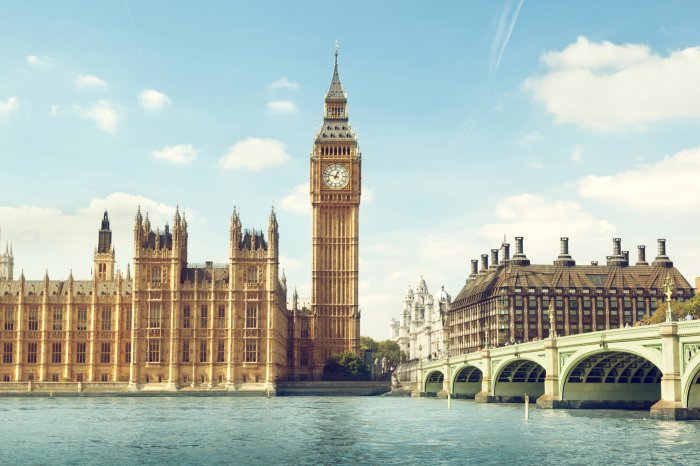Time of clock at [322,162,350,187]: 12:47
